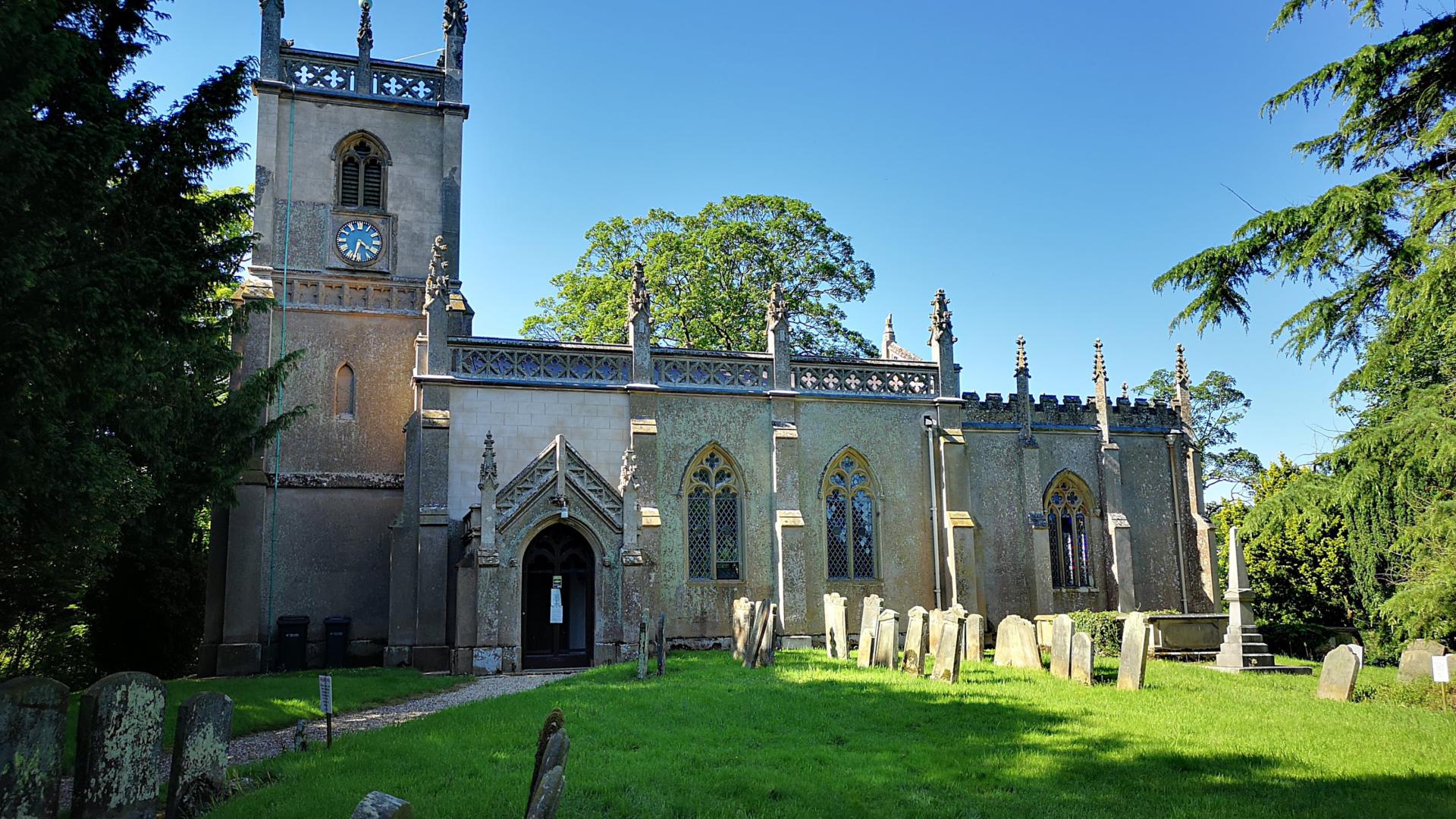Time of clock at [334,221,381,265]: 6:21
